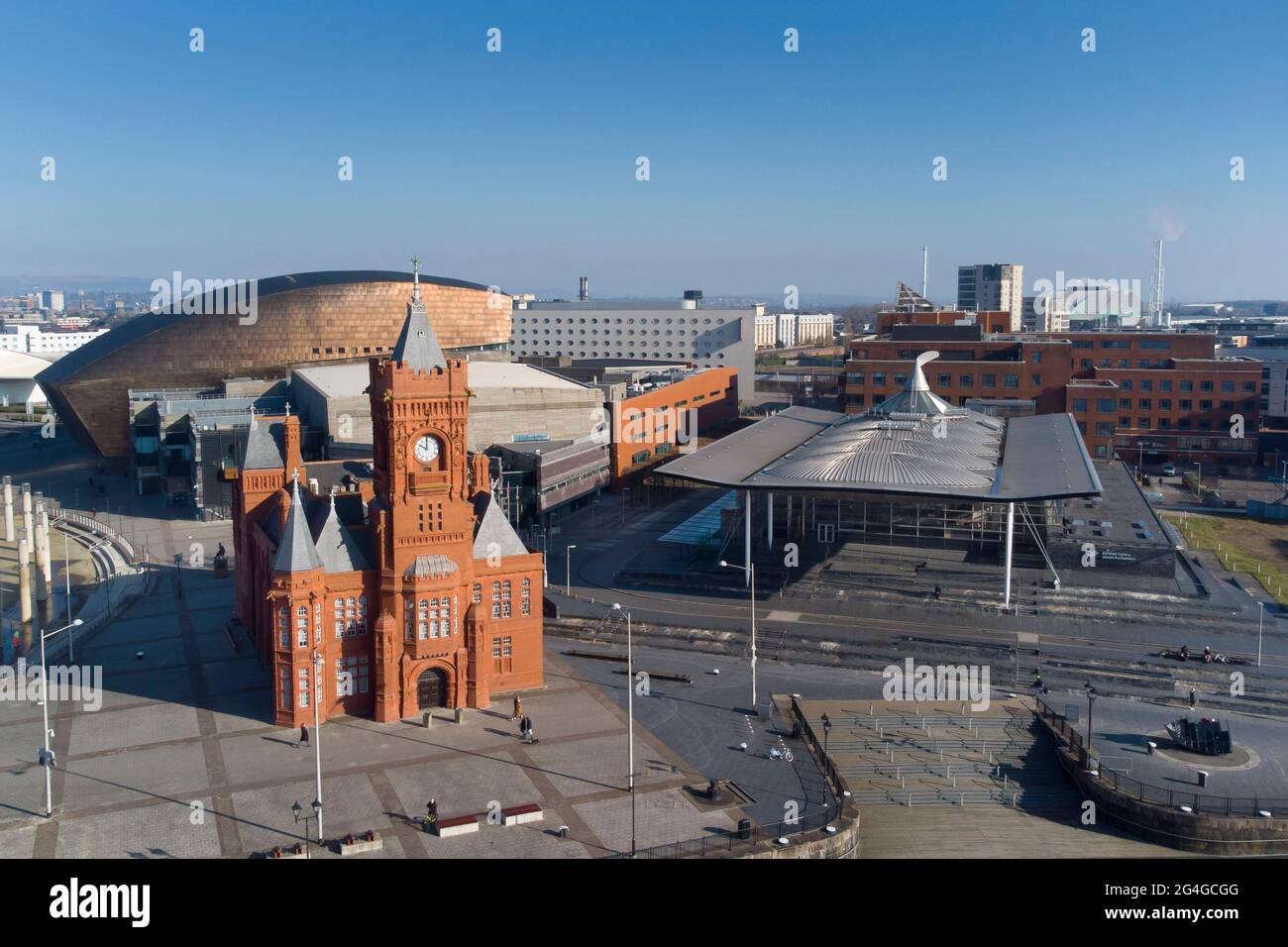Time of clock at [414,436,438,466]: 10:00
